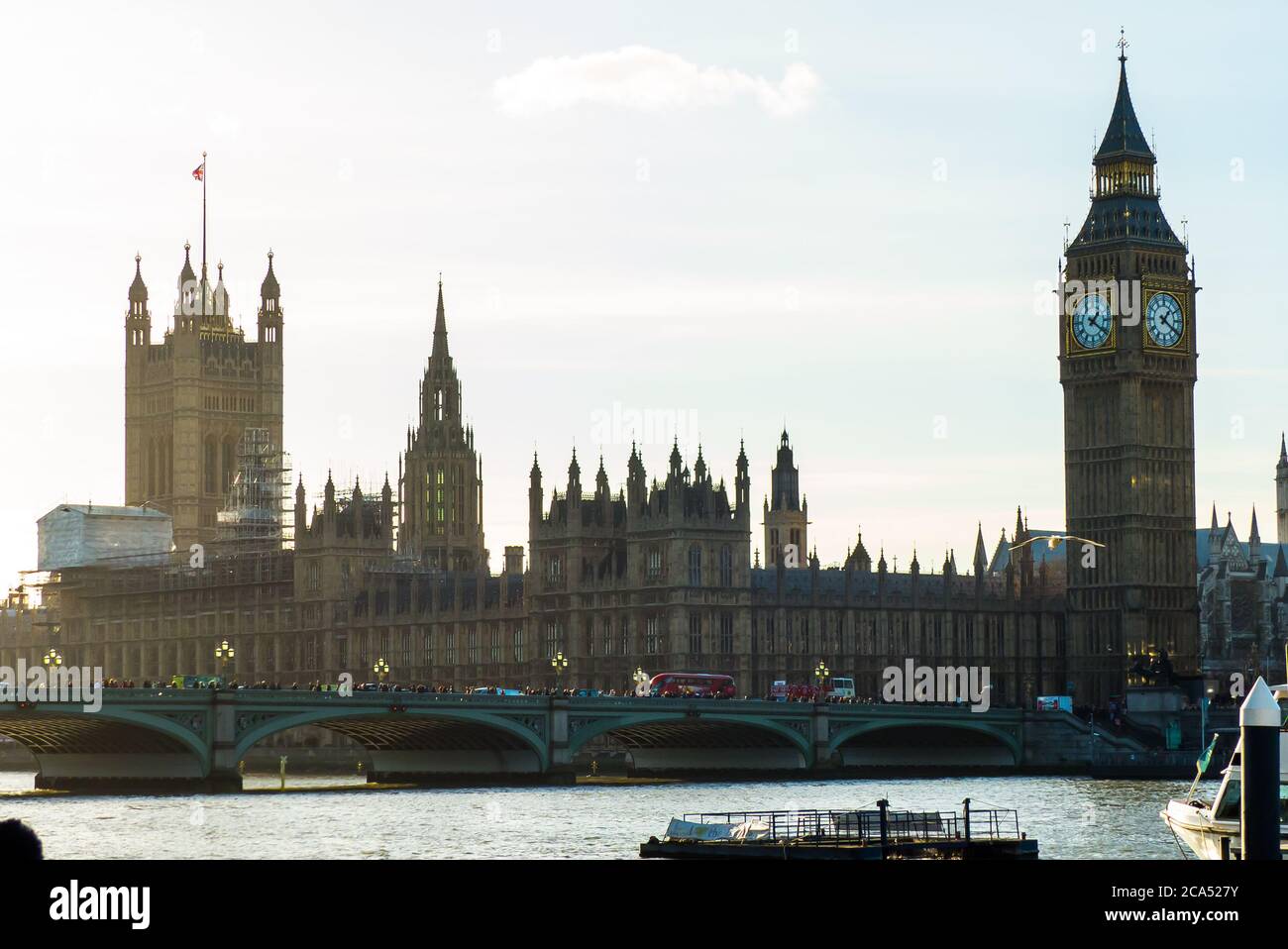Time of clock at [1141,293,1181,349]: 1:20
